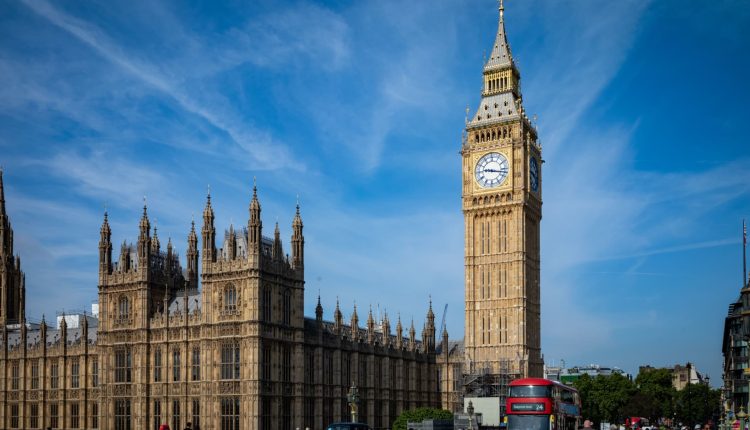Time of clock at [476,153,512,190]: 9:17
